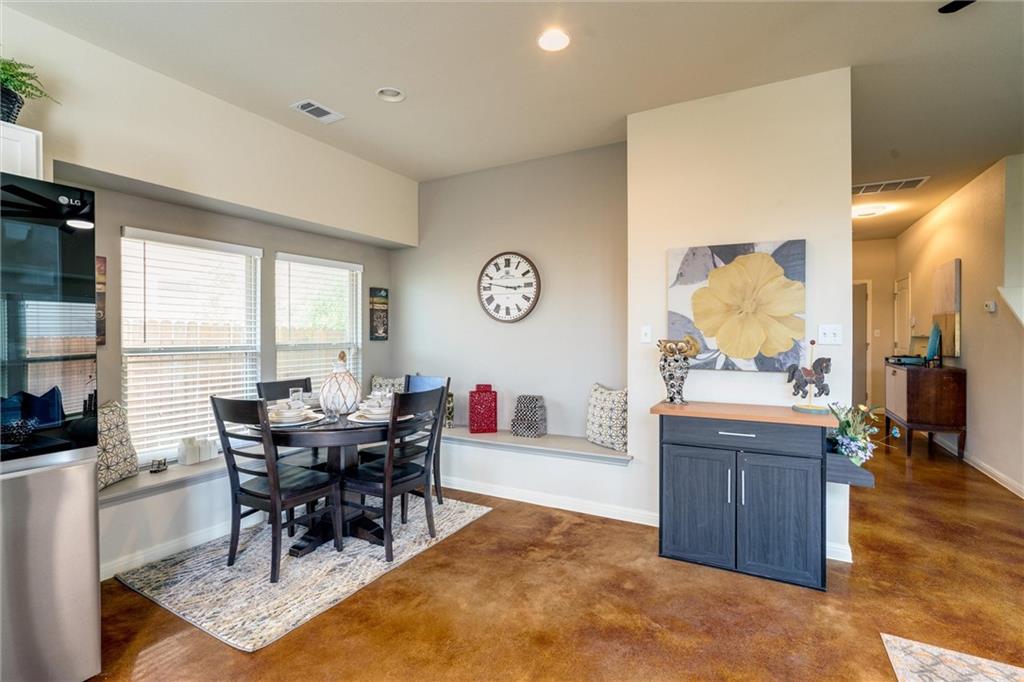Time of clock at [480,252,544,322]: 2:46
